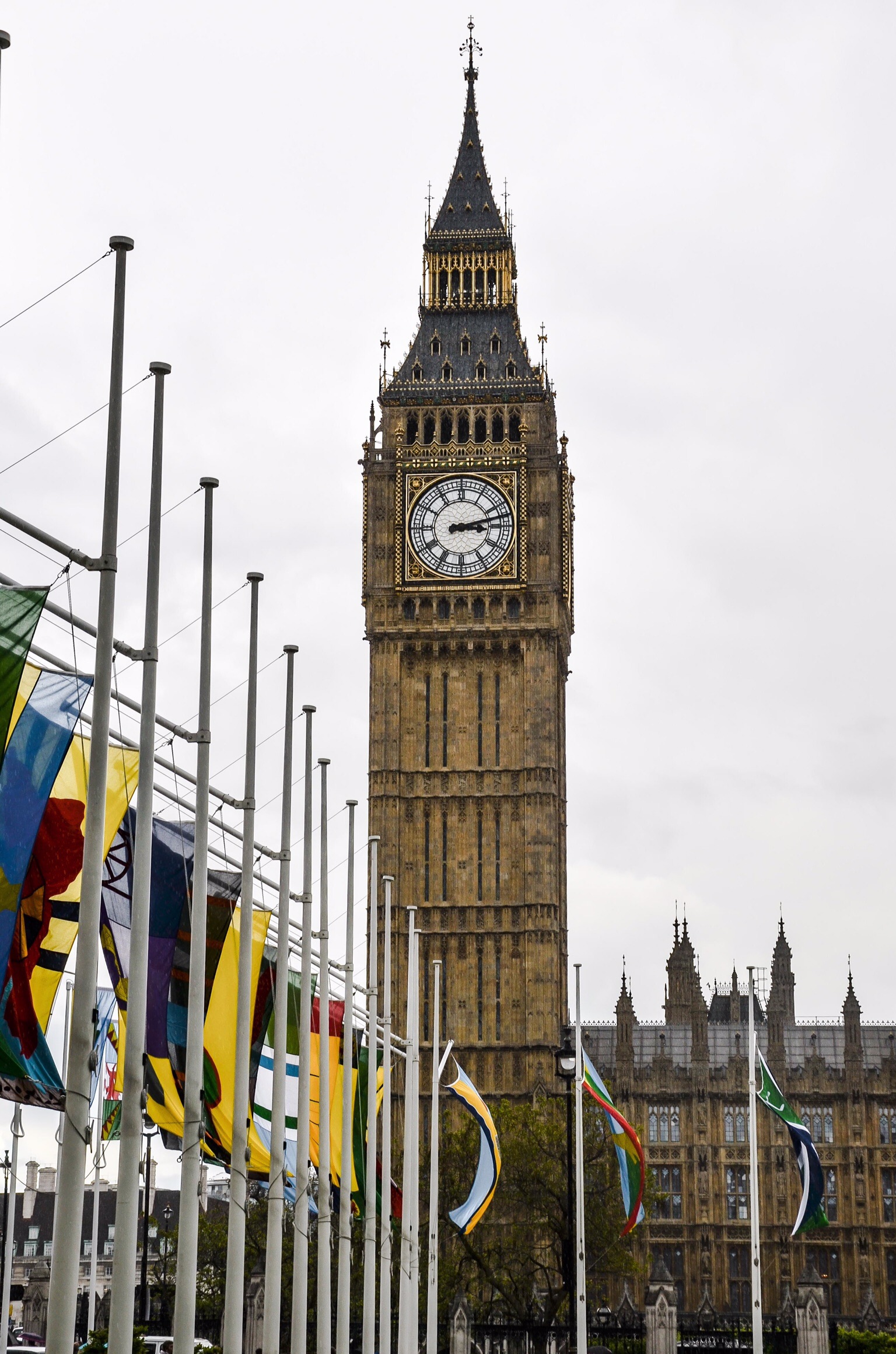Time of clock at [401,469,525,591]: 3:12
